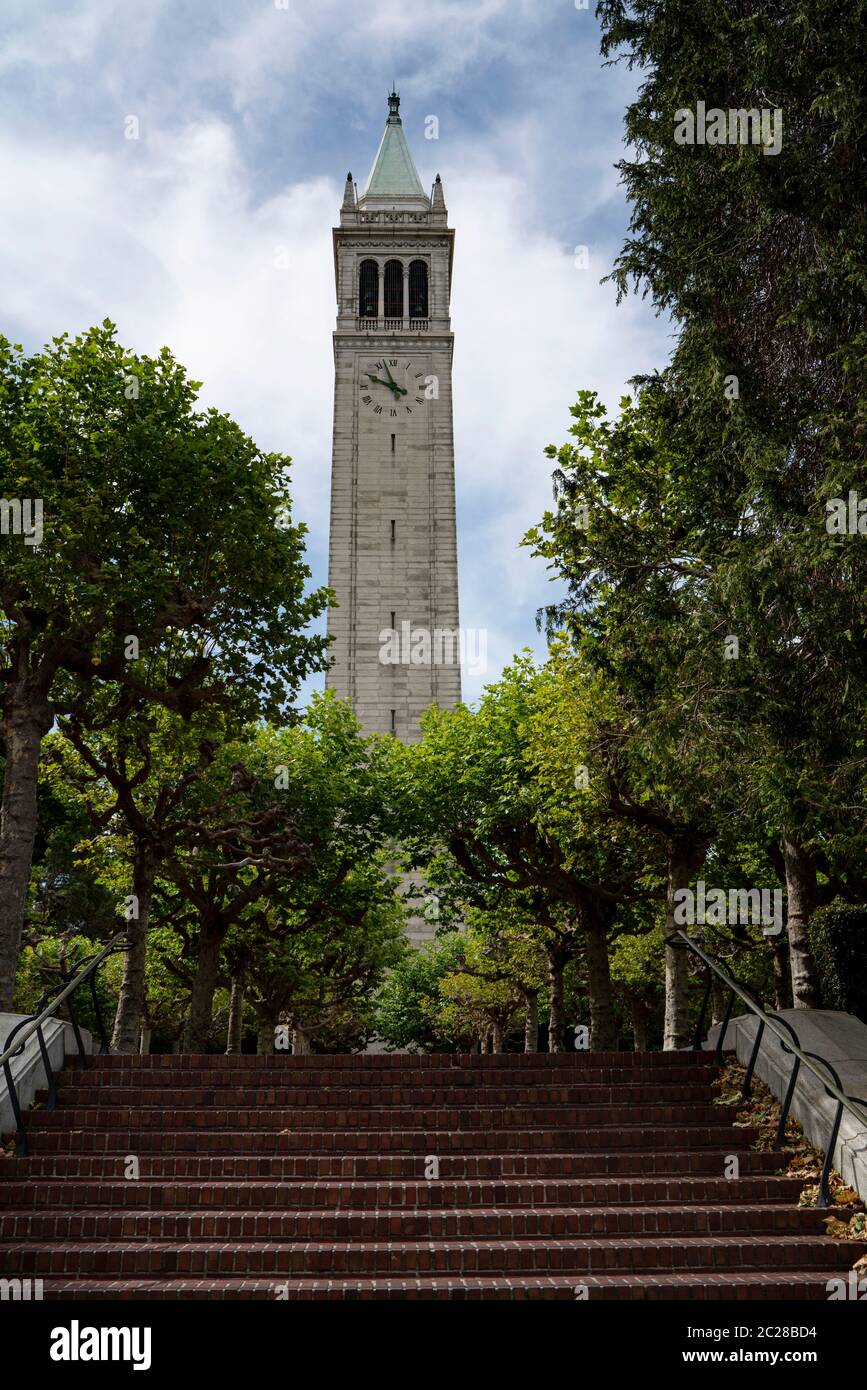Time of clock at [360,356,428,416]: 9:57
